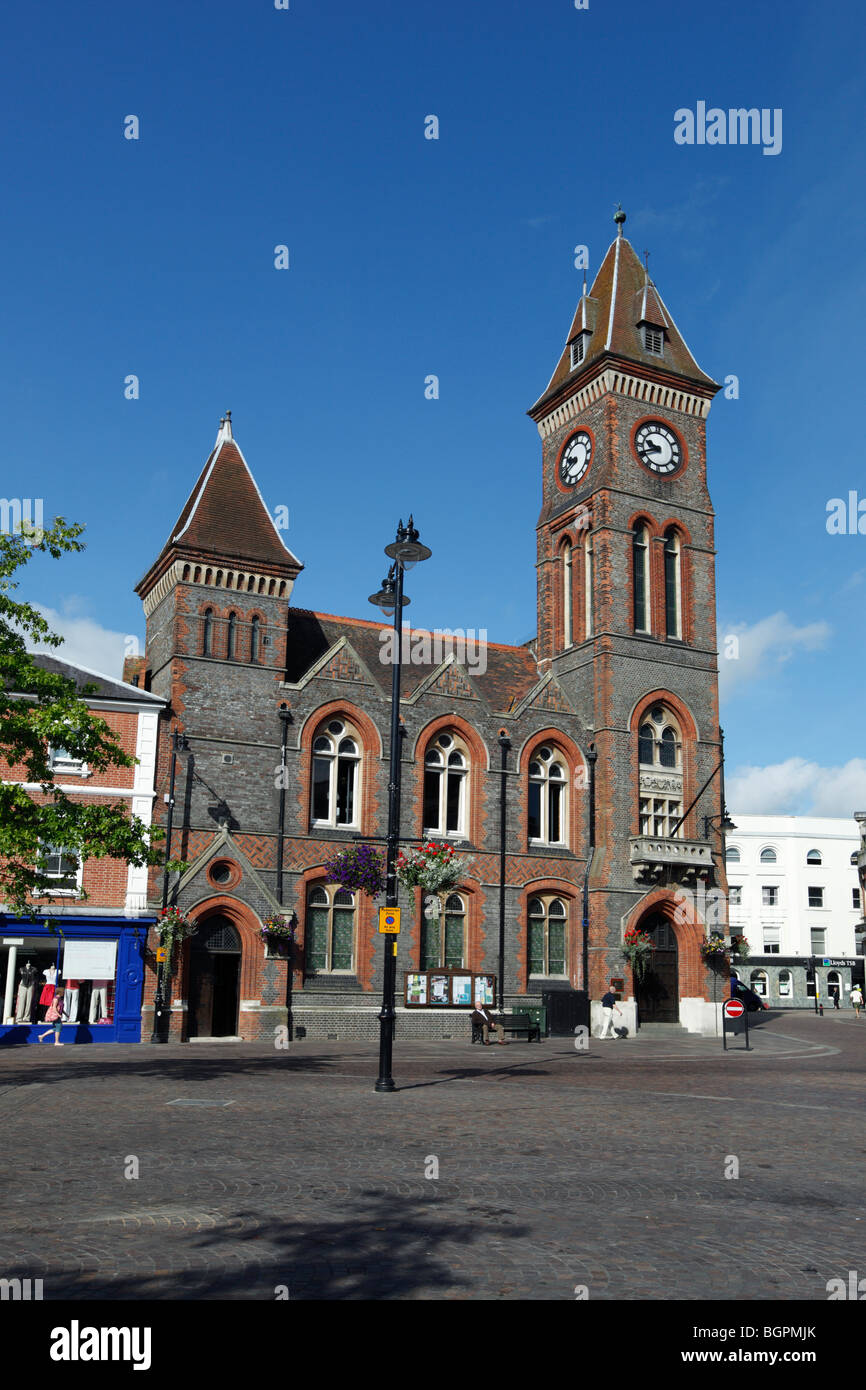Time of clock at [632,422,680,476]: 9:41
